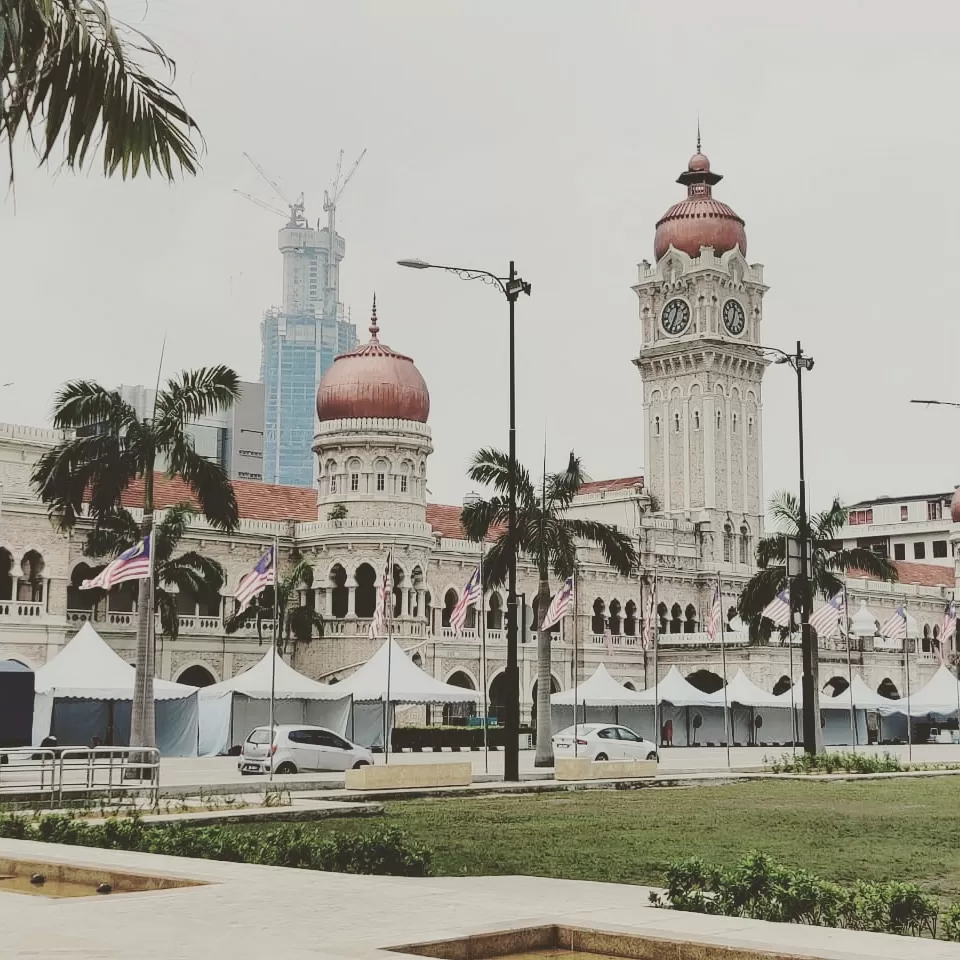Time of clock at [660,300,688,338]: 12:34
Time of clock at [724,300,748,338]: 12:34
